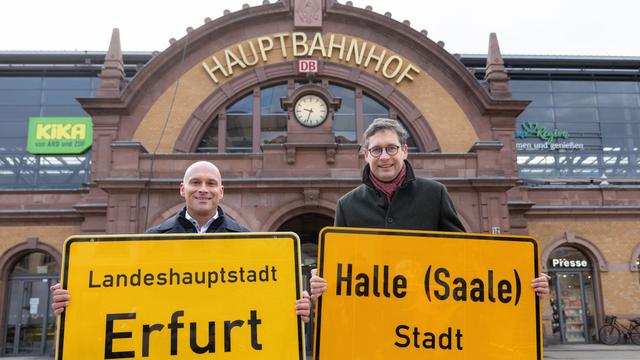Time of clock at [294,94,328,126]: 9:33
